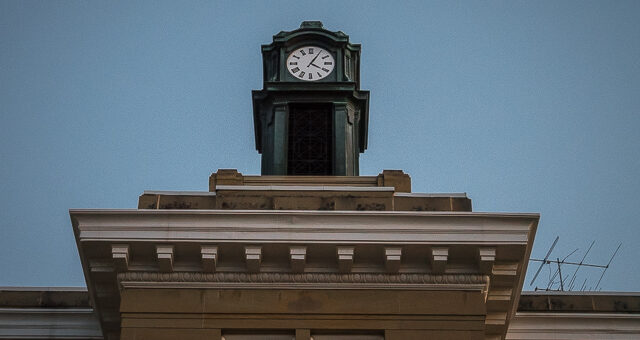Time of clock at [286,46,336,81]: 4:05
